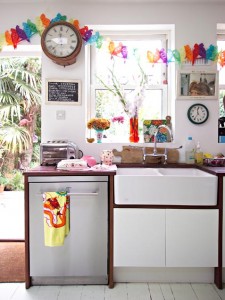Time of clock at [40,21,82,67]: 11:38
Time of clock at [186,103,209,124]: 11:35
